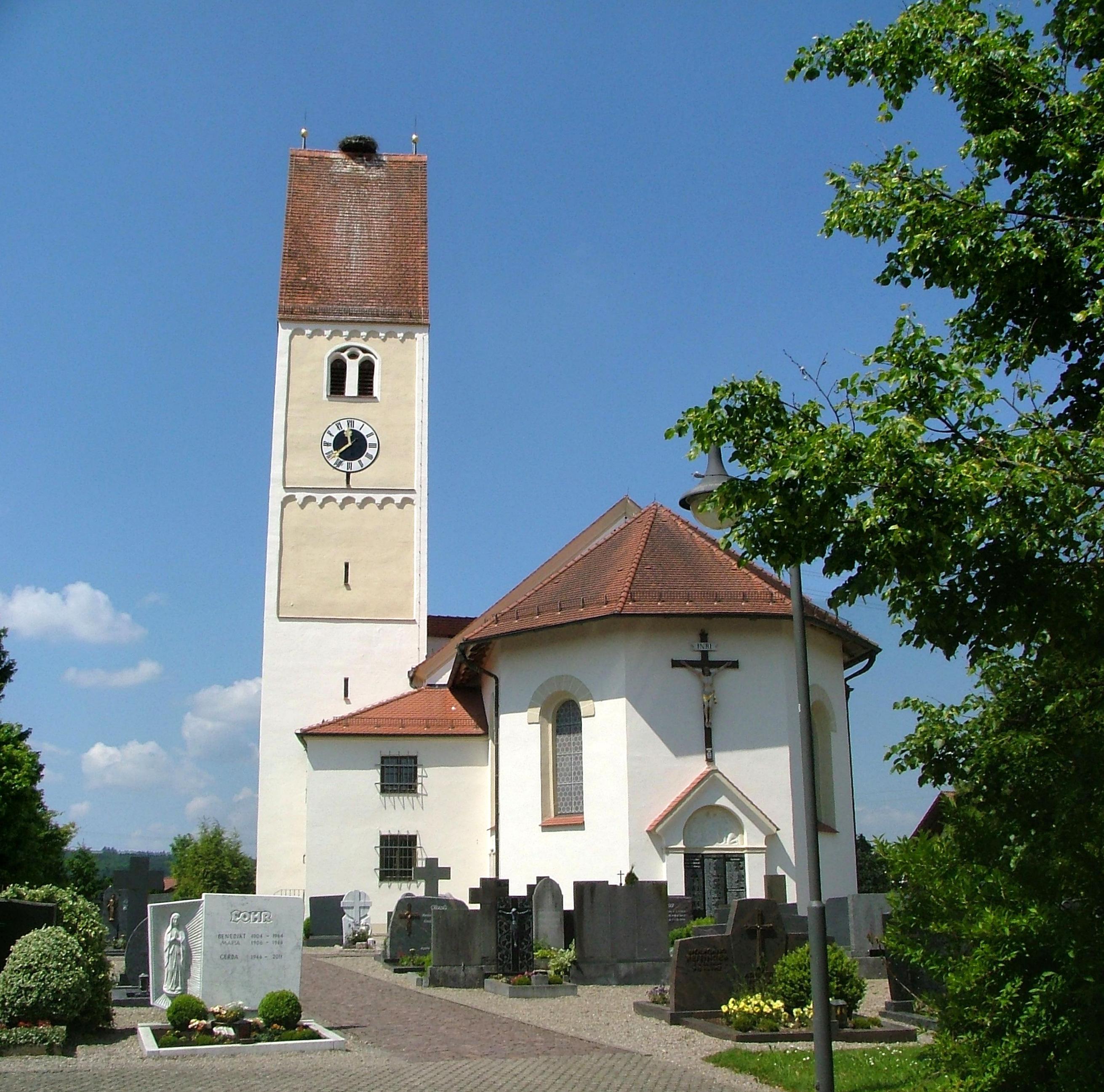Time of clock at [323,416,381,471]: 11:38
